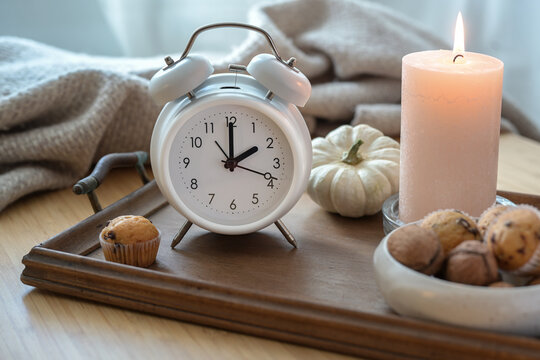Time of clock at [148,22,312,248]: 2:00
